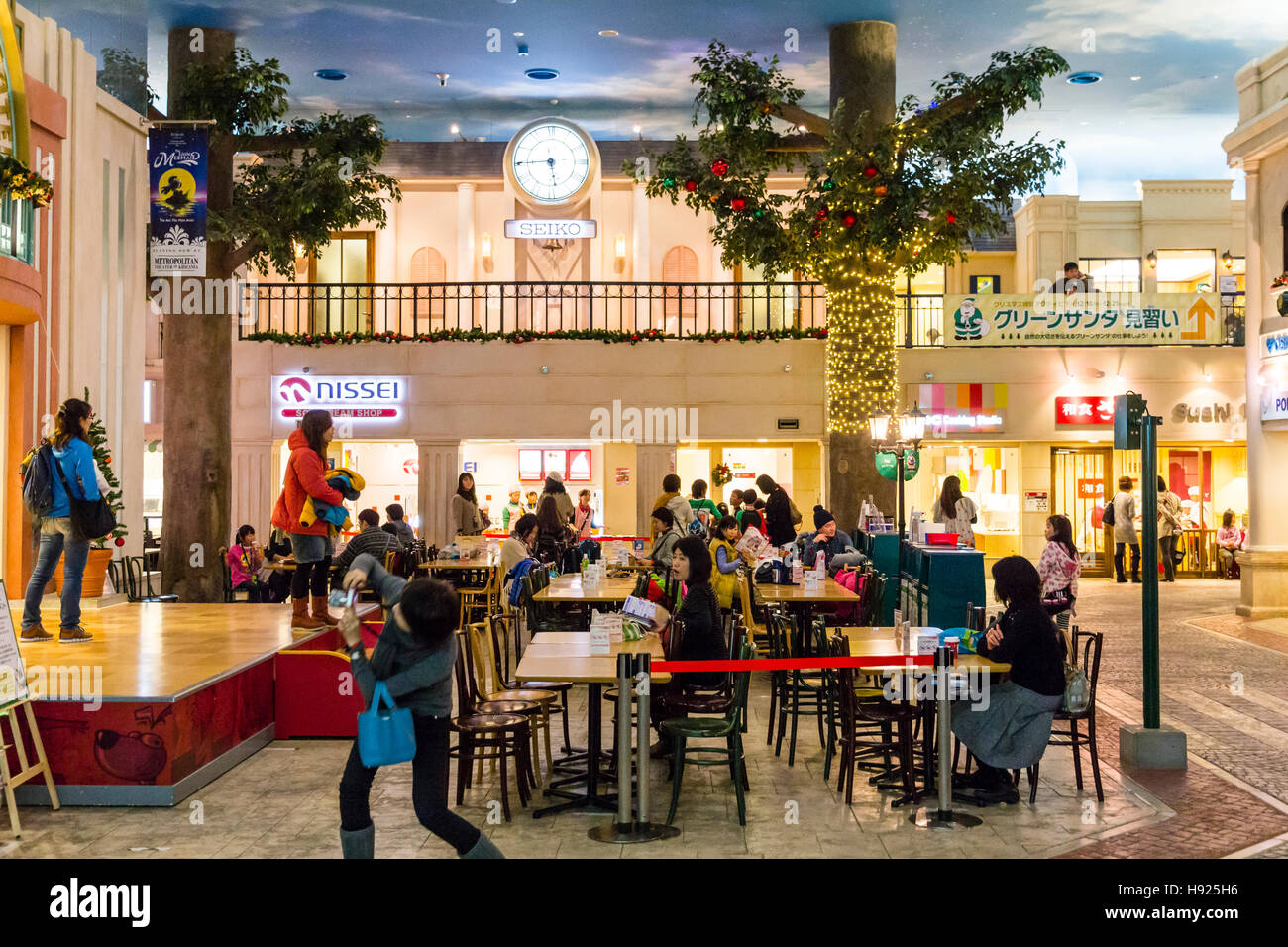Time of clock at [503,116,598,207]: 5:44
